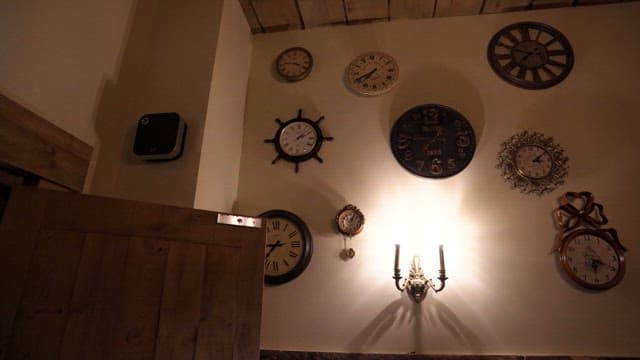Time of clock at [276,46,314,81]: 3:46
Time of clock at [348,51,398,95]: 7:40
